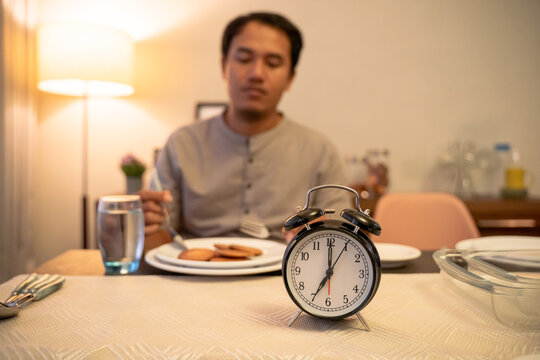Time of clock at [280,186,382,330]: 7:00
